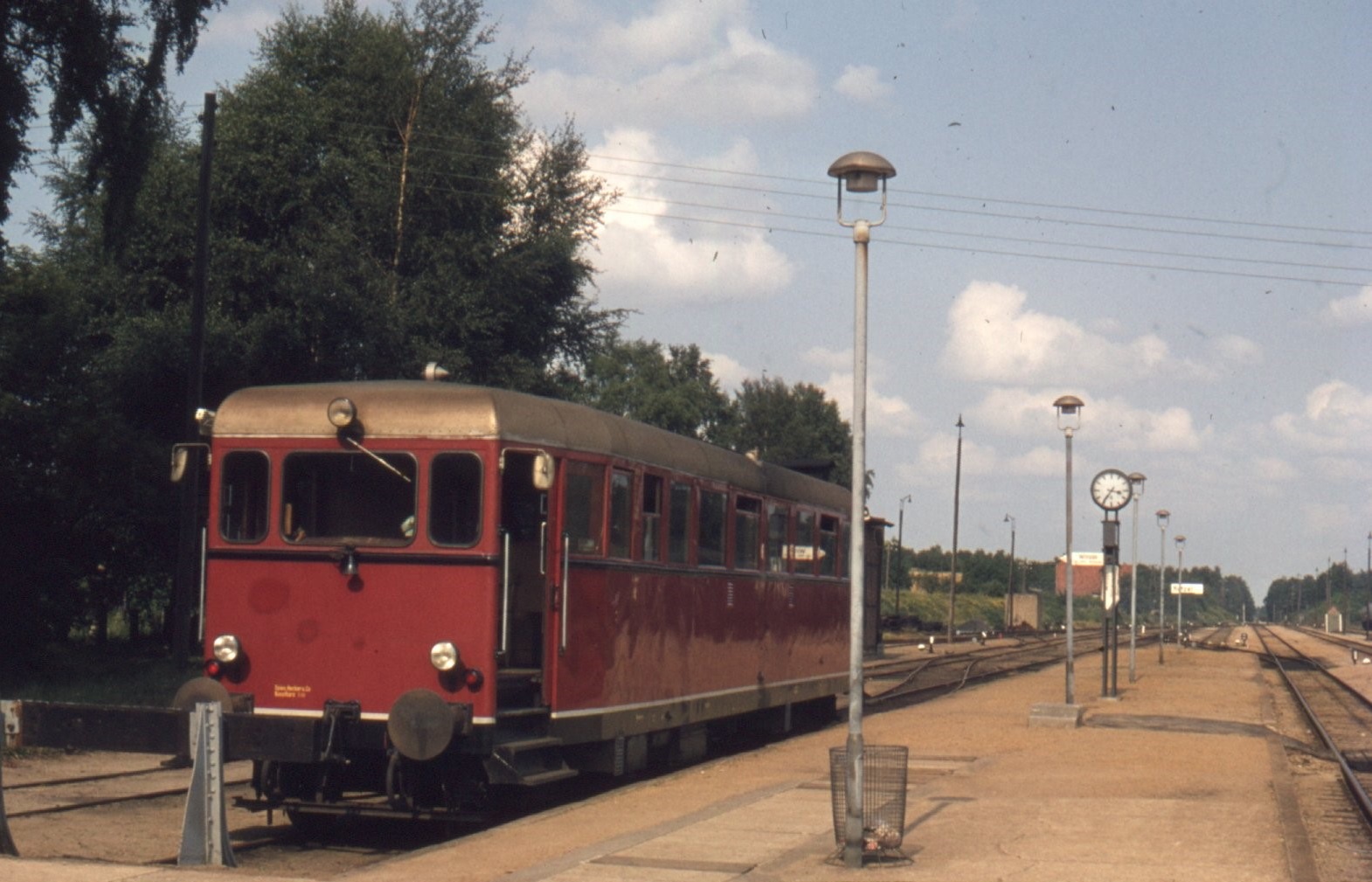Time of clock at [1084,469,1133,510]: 3:35
